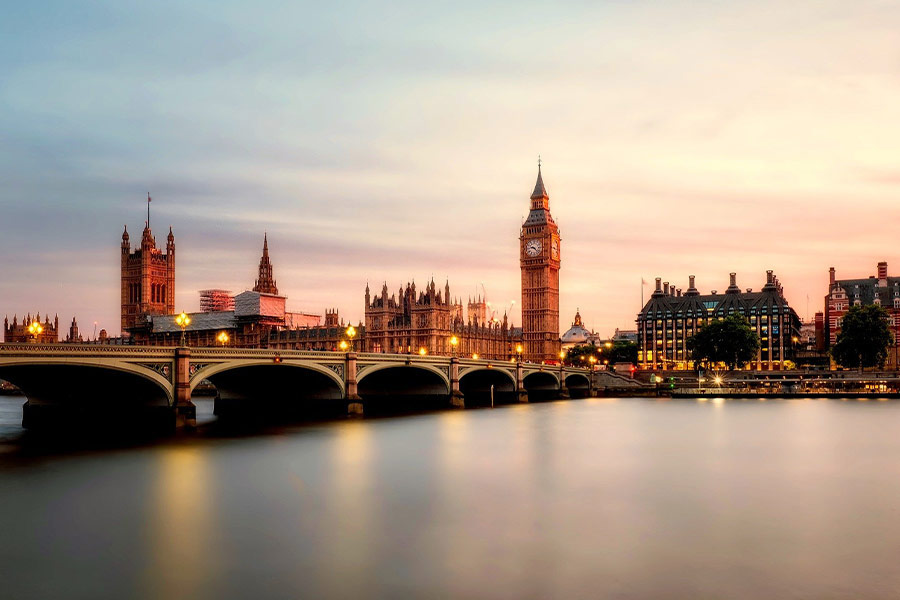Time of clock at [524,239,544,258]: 9:22
